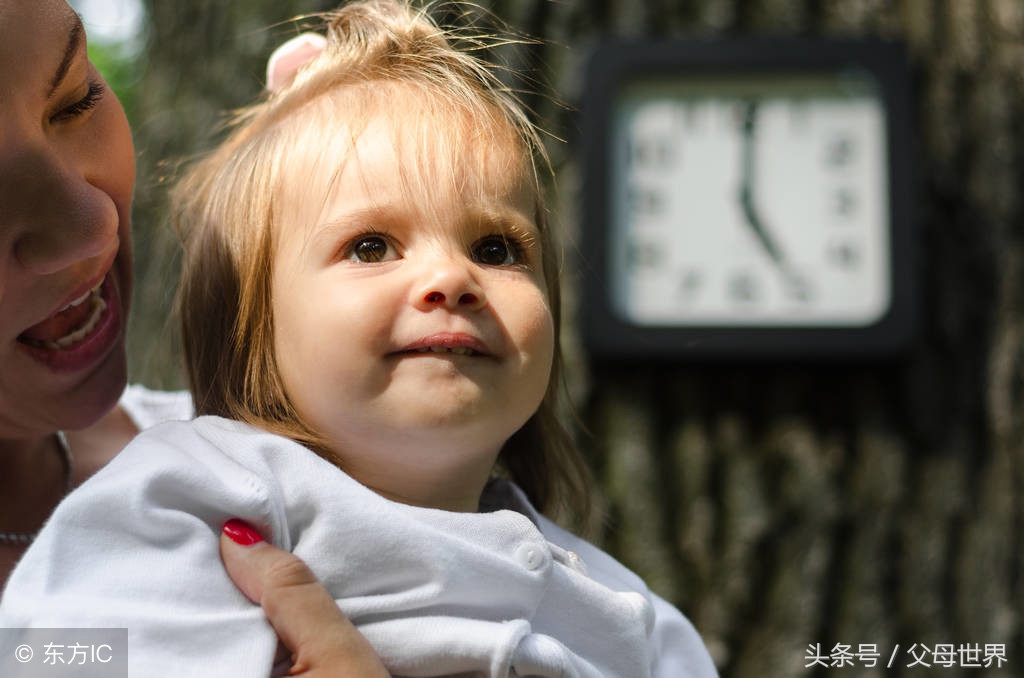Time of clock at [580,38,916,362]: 5:00
